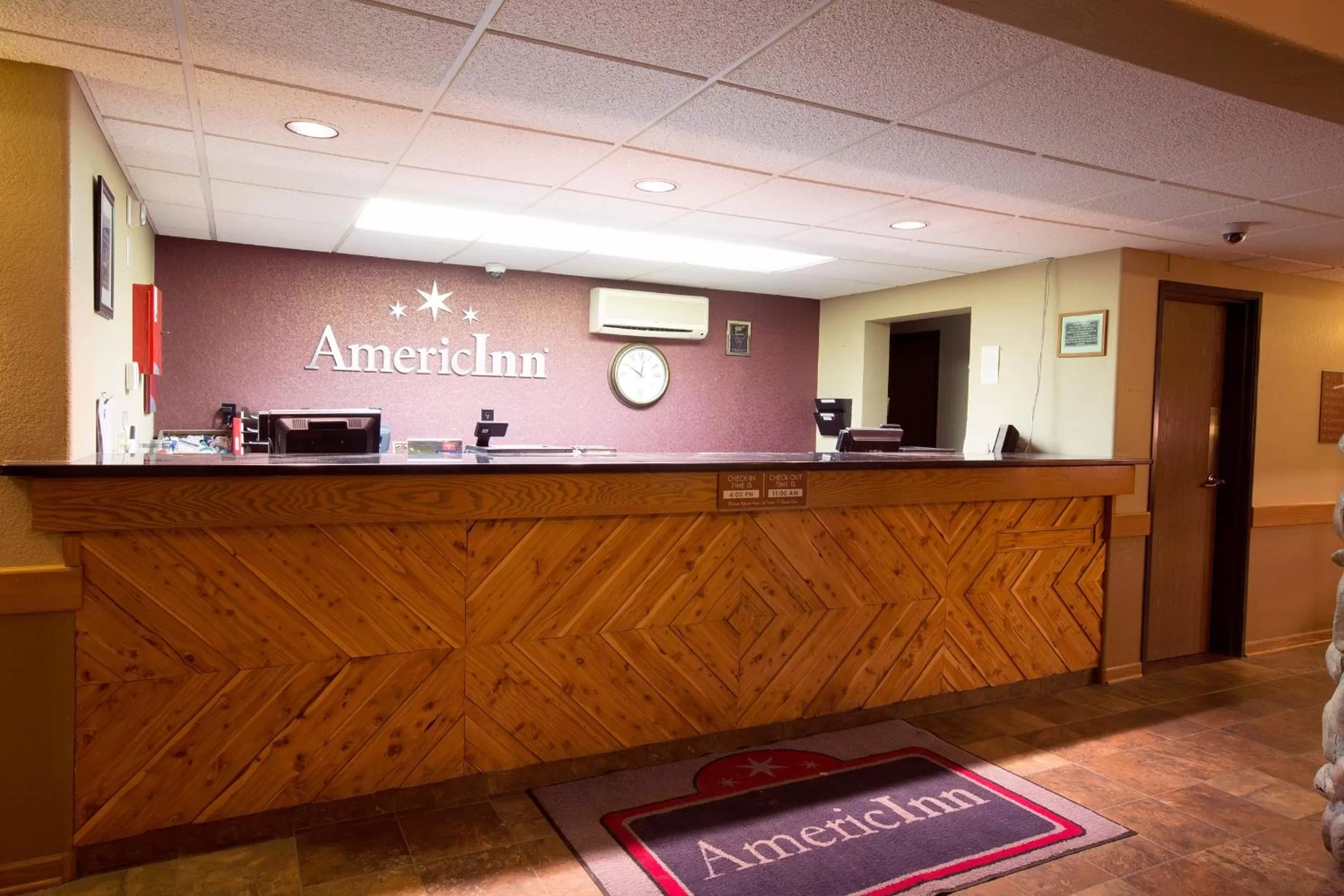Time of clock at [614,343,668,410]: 10:01
